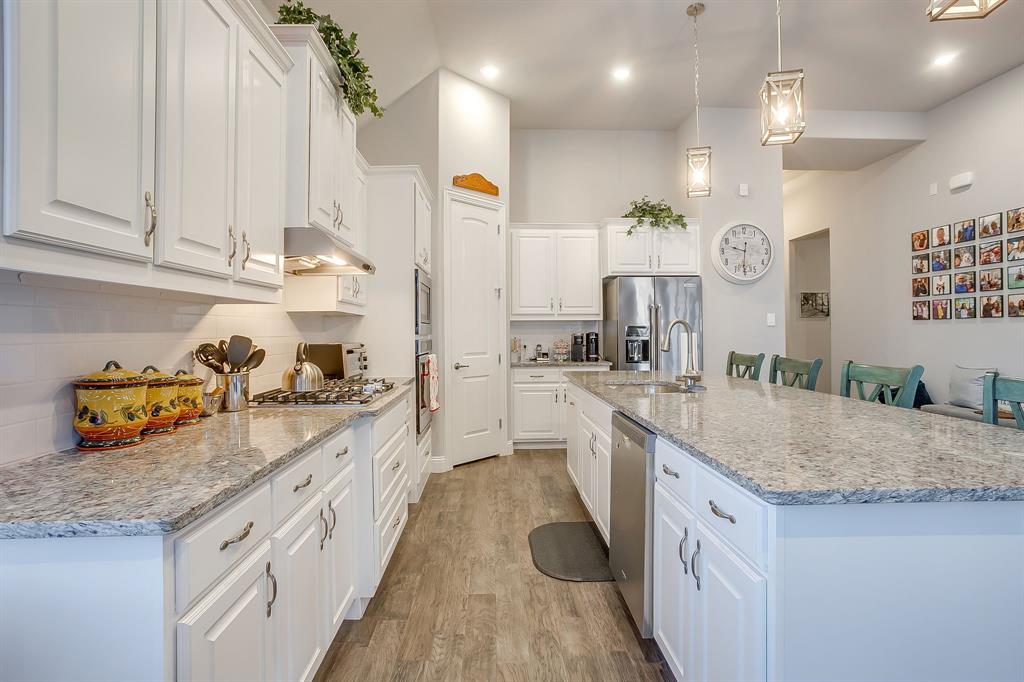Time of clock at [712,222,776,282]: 9:31
